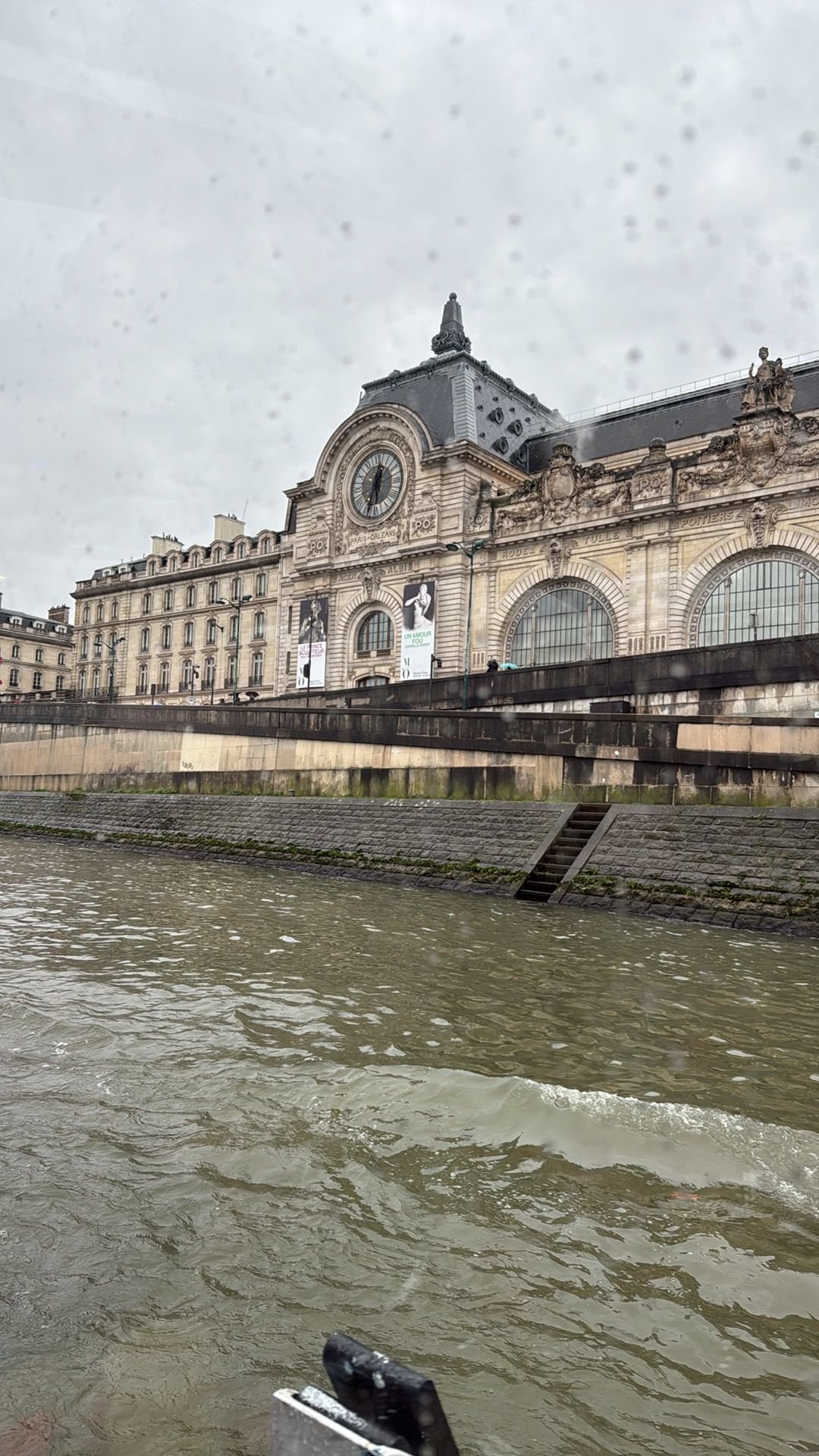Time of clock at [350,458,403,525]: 12:32
